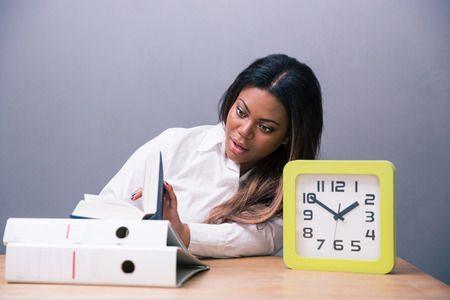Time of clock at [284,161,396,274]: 1:50
